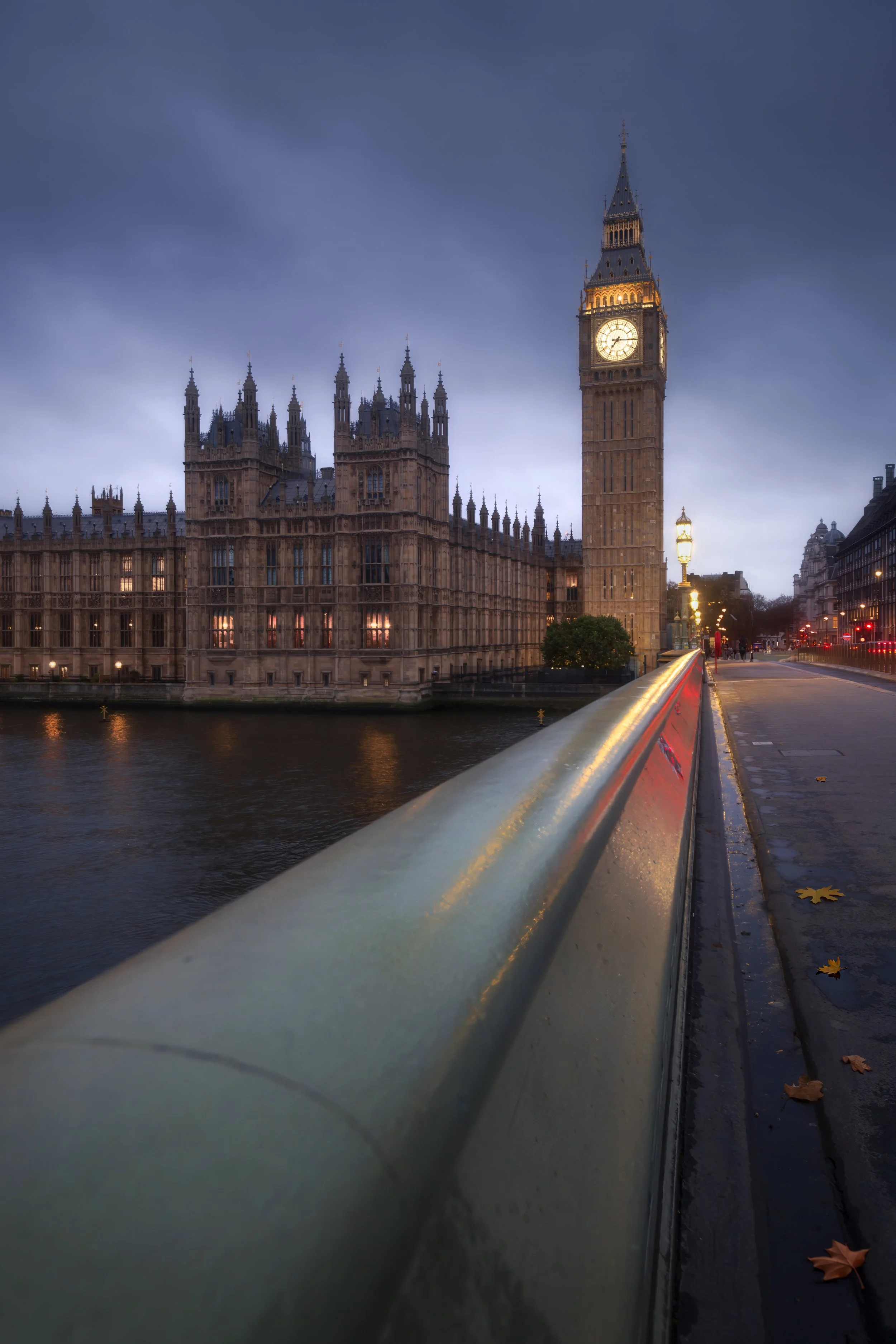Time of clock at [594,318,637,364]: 7:15
